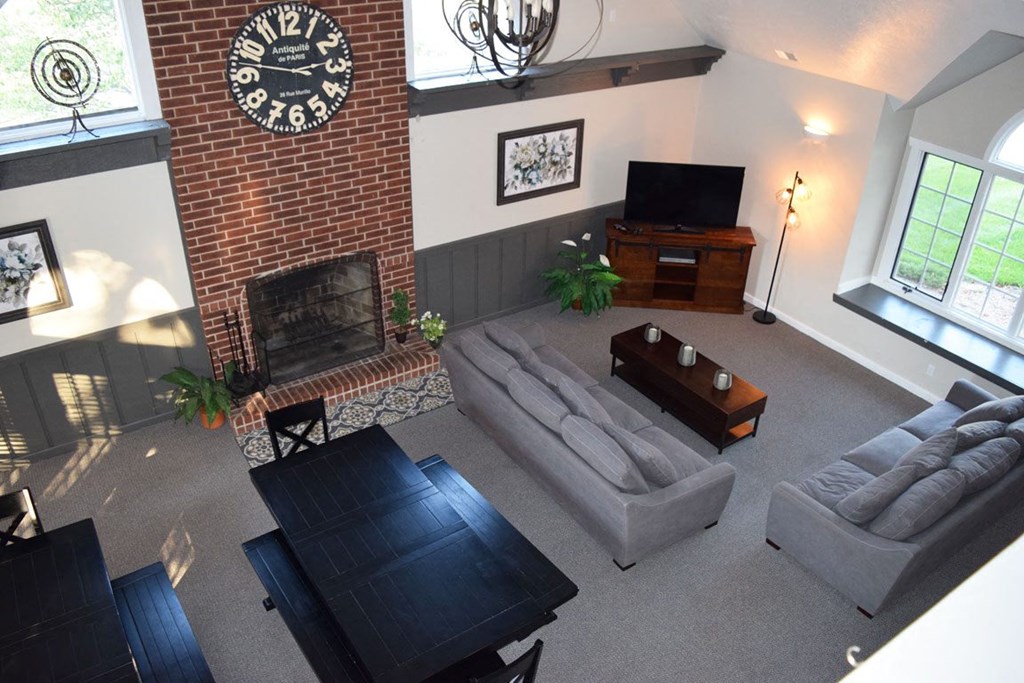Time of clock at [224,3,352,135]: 2:47
